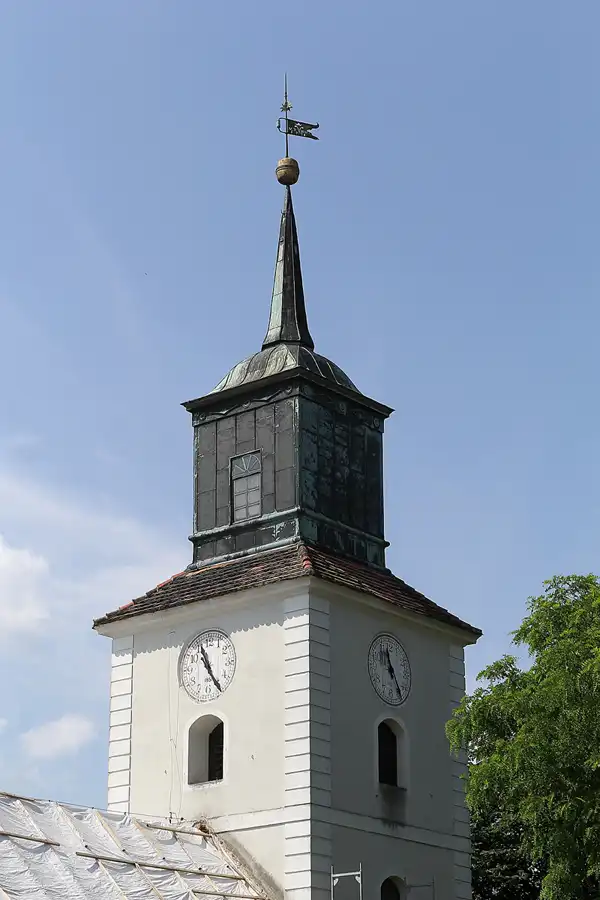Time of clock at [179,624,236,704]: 11:24
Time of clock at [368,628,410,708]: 11:24
